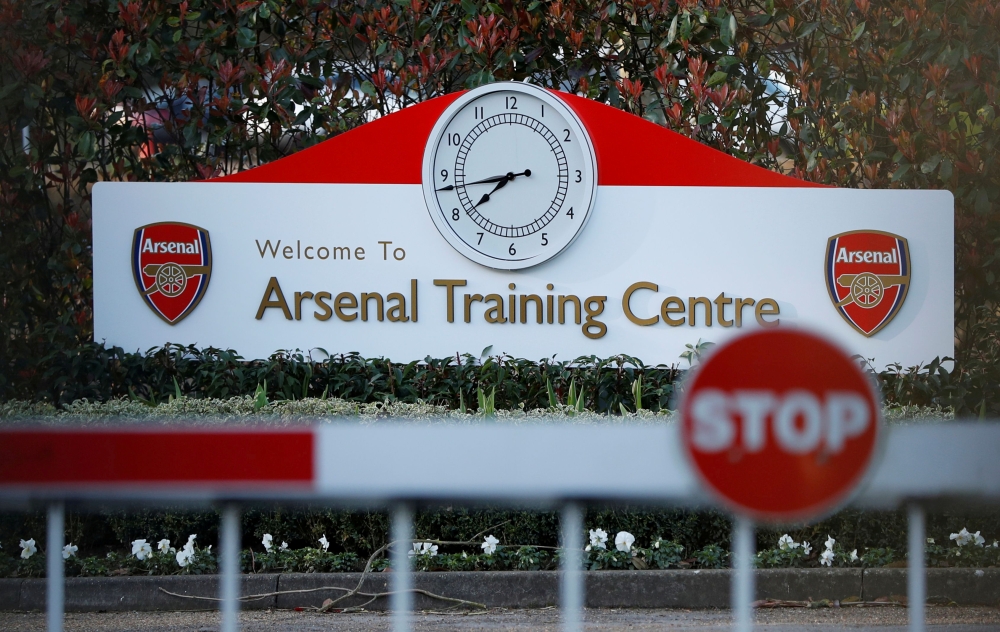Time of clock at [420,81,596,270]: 7:43
